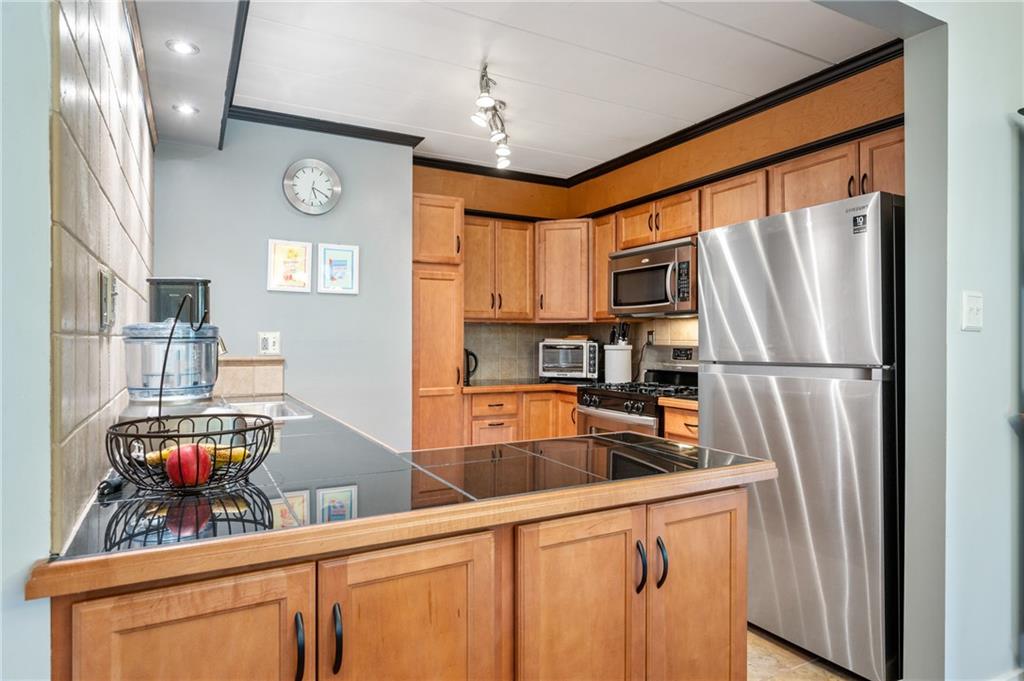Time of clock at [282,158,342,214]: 5:19
